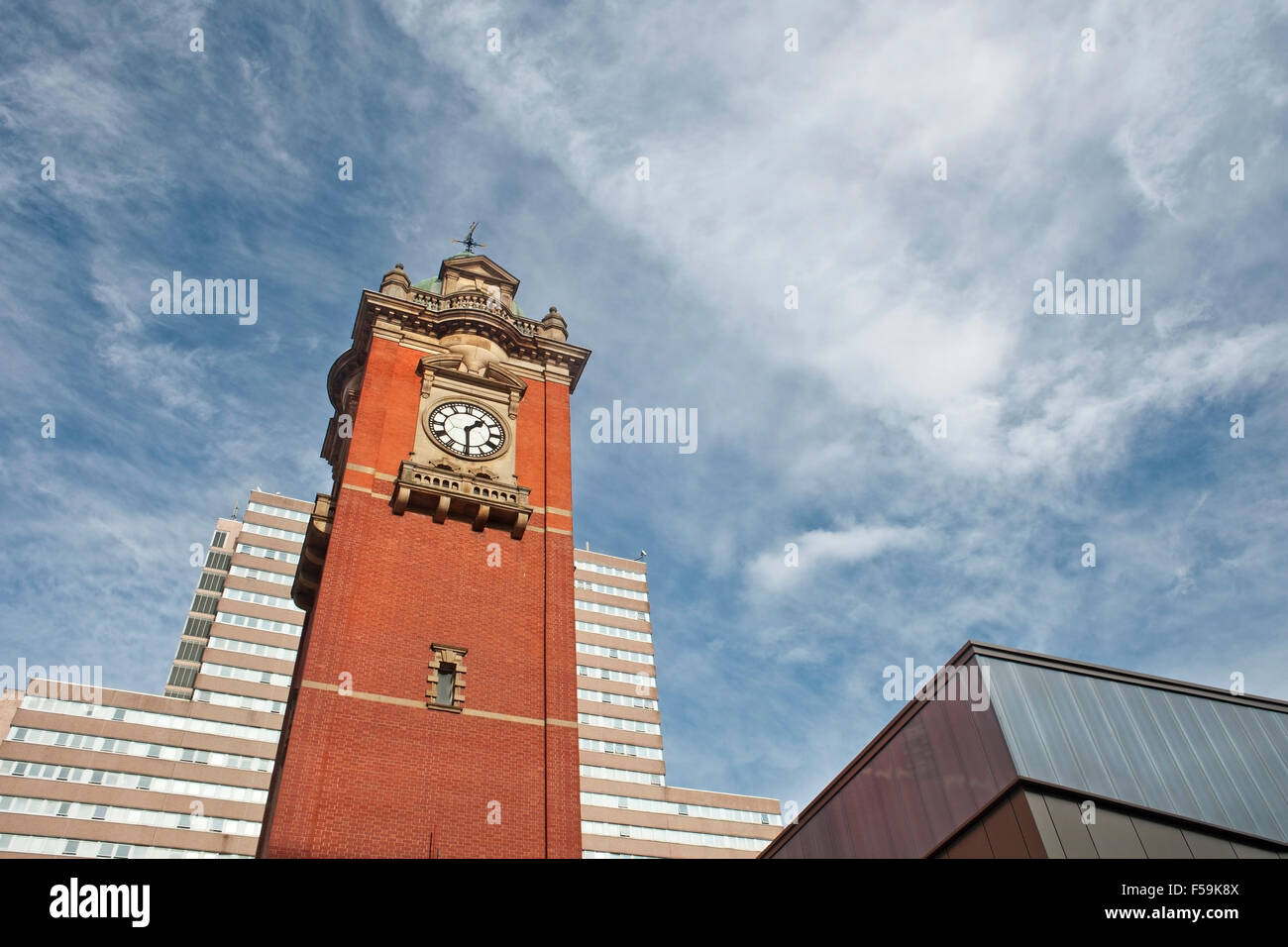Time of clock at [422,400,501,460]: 1:29
